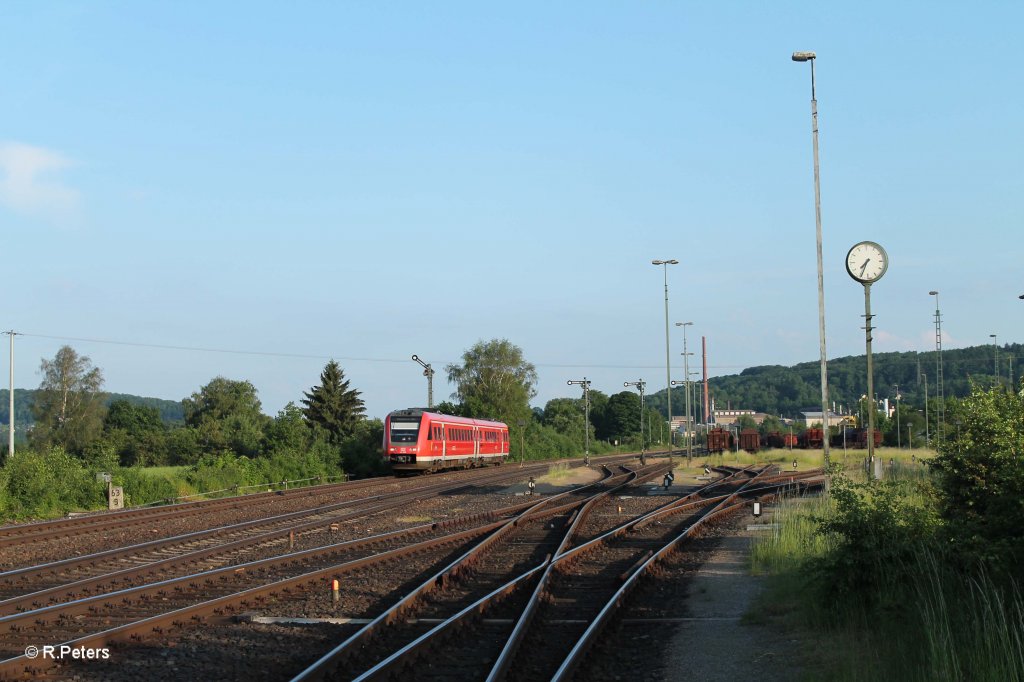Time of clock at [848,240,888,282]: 7:34
